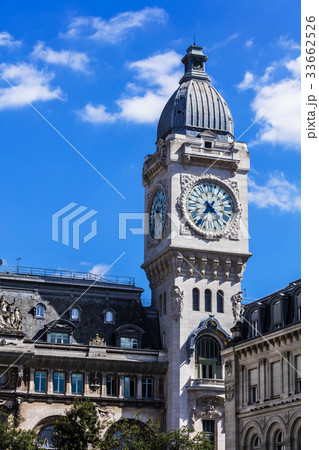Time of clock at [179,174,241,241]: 4:35
